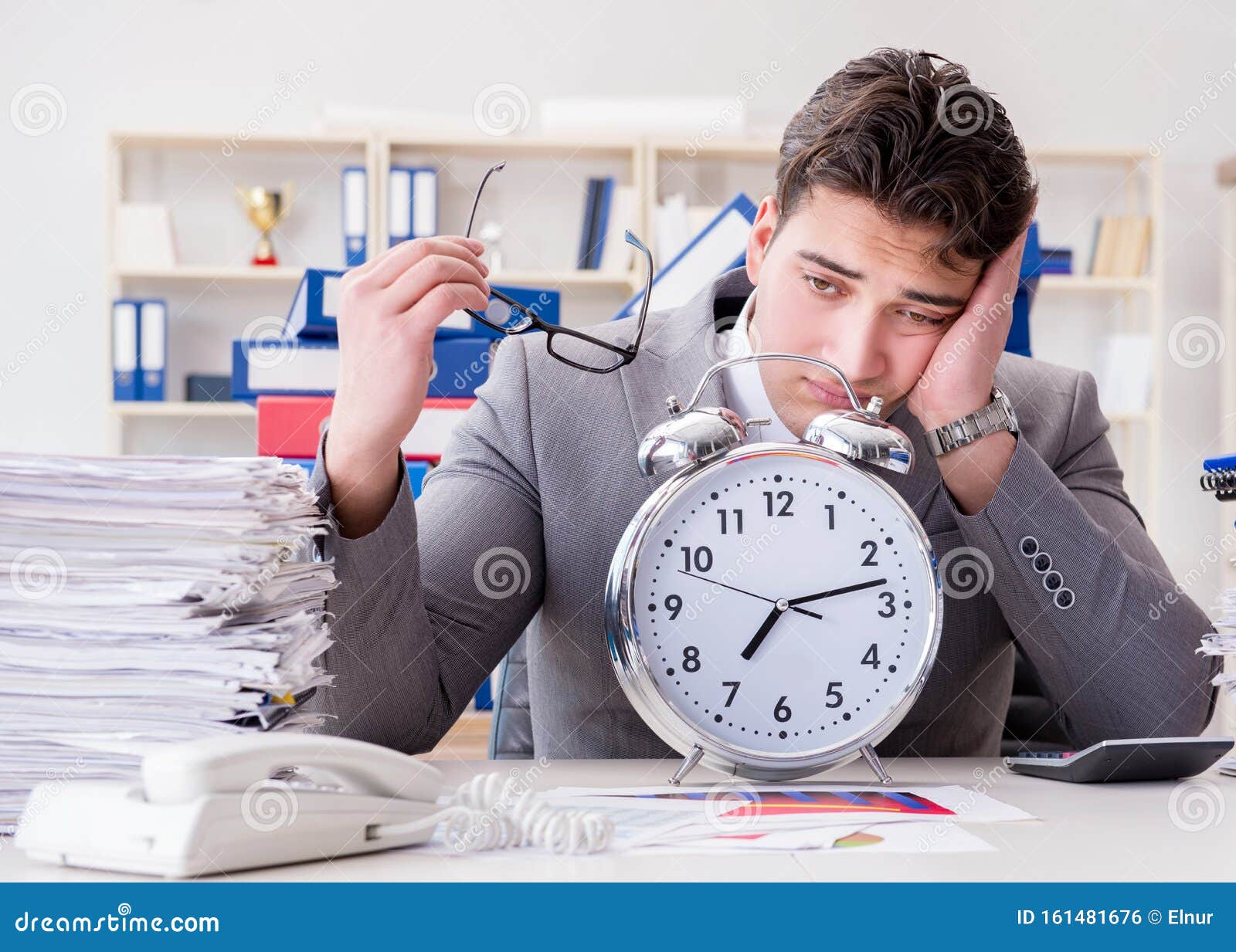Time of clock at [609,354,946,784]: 7:13
